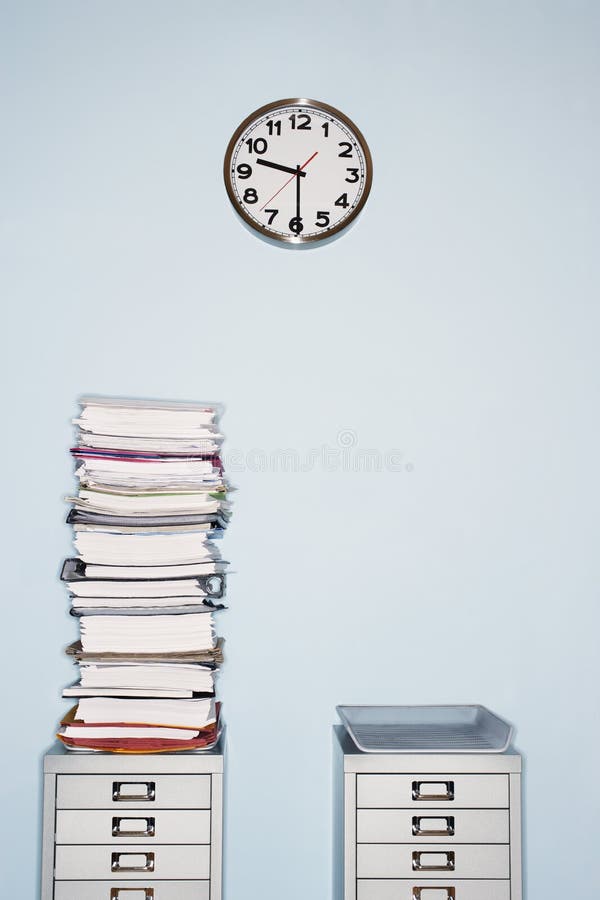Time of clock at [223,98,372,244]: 9:29
